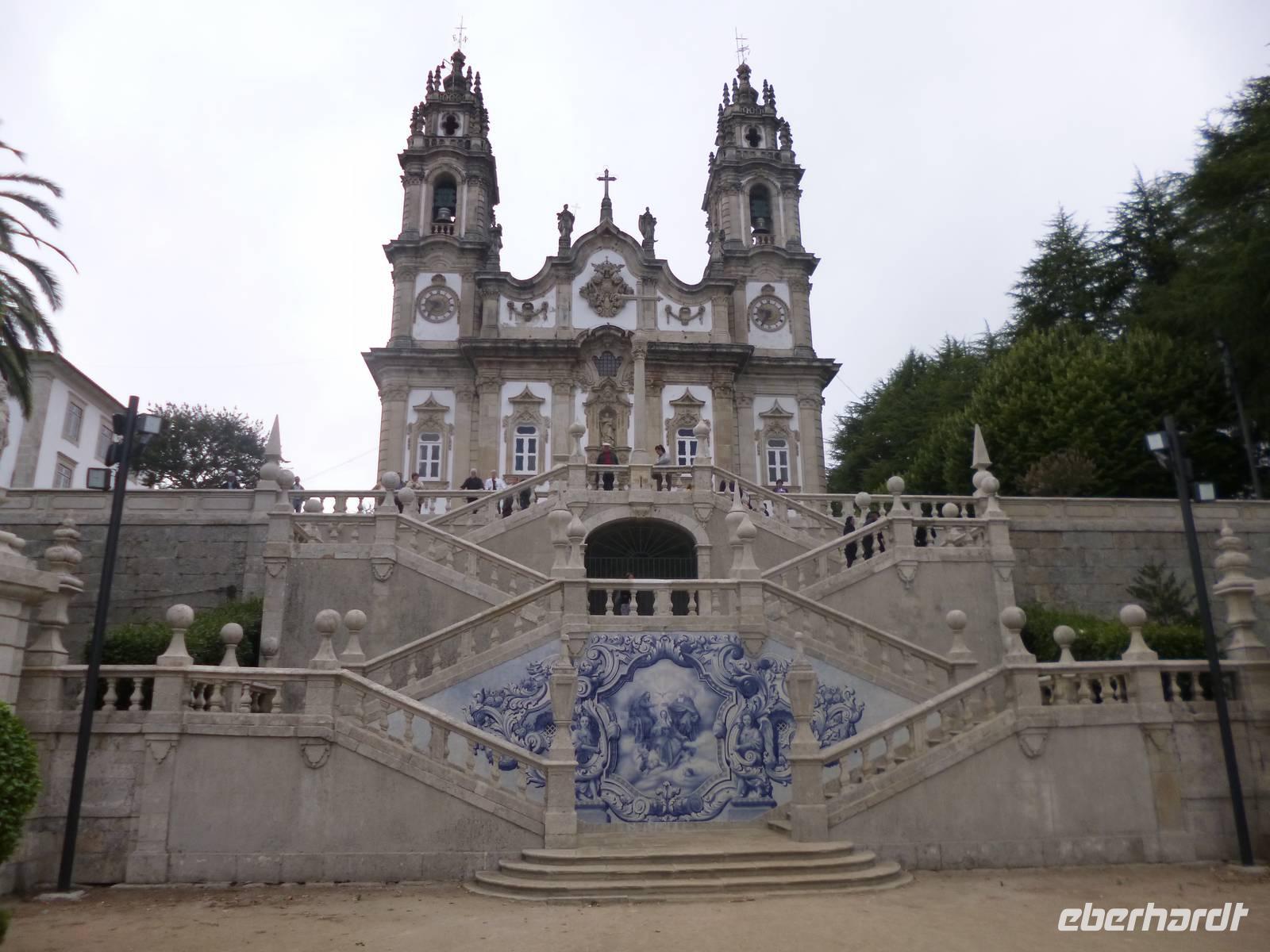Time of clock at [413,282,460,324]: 9:36
